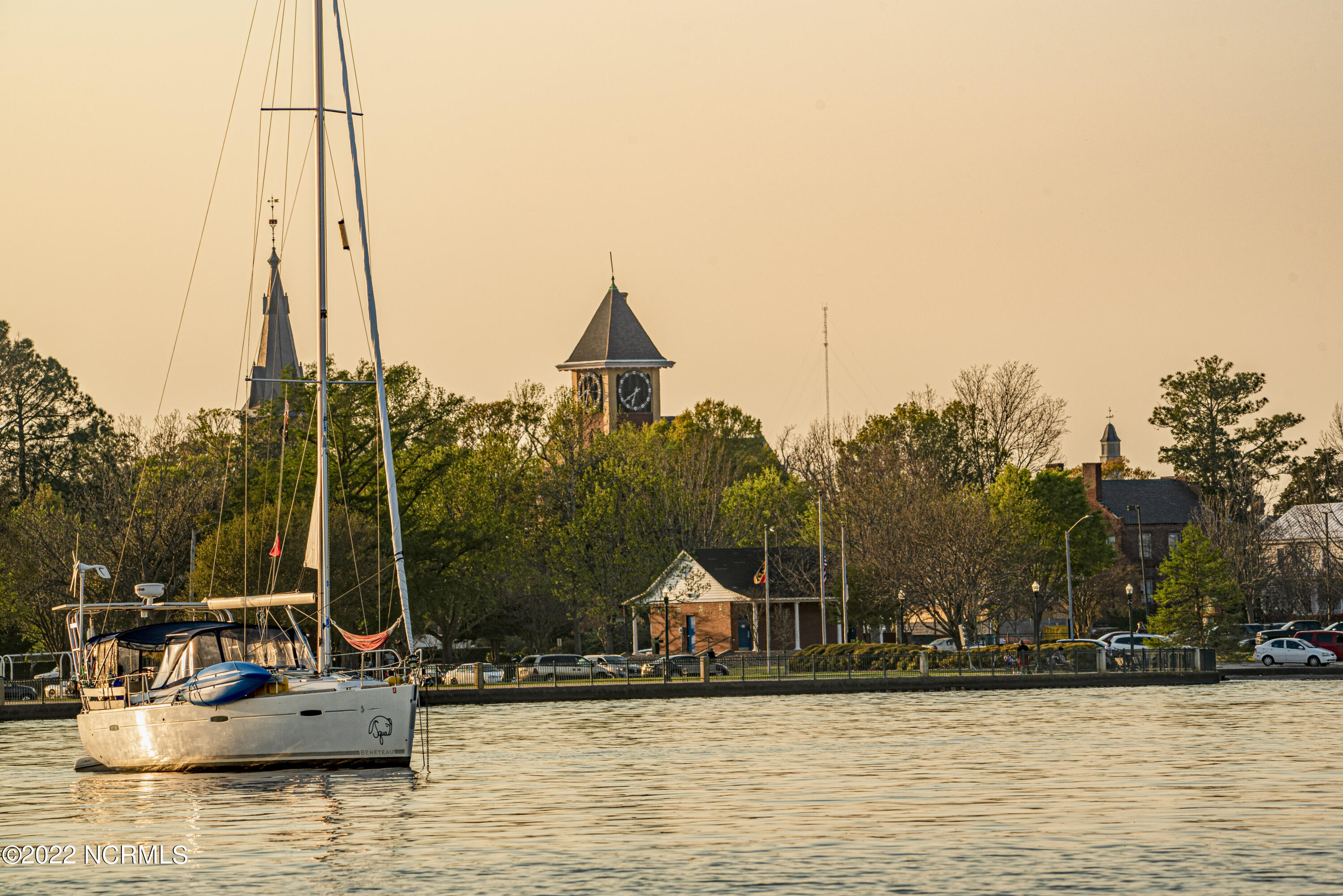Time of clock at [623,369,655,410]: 6:39
